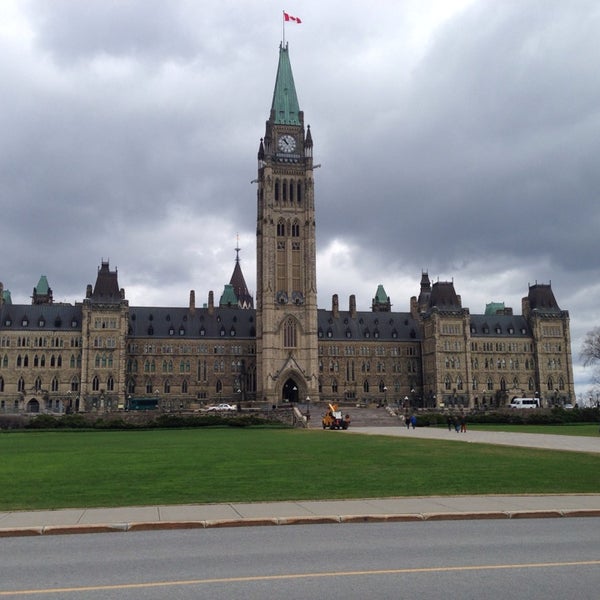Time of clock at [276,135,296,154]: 10:52
